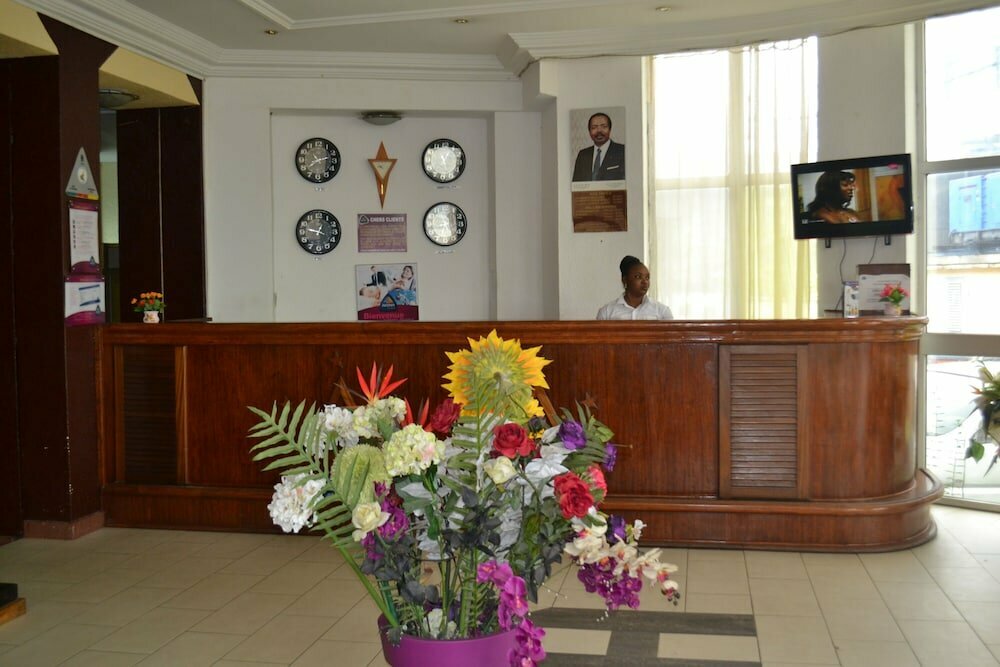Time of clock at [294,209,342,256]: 12:47
